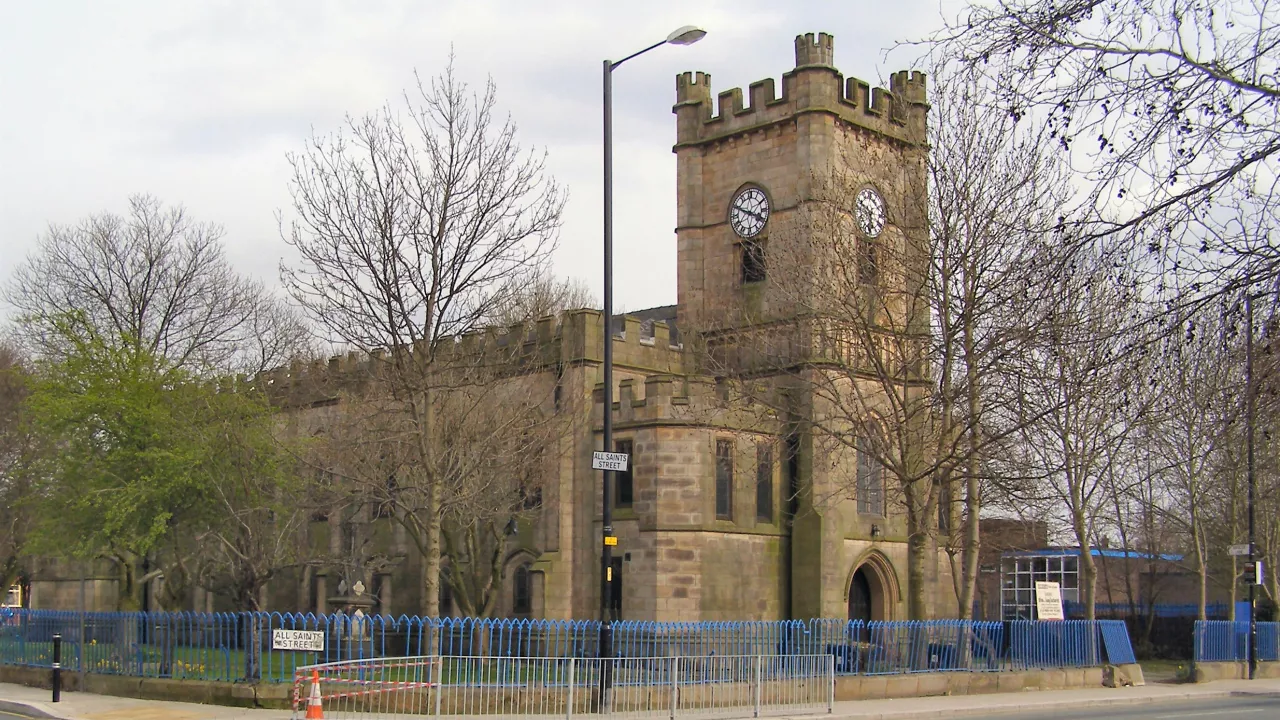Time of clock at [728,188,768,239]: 3:48
